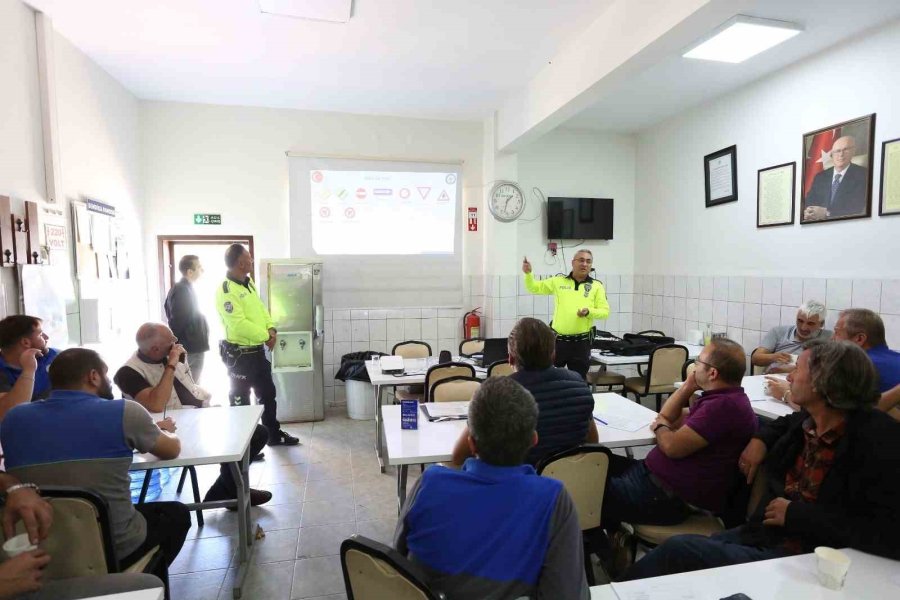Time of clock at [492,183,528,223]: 1:32
